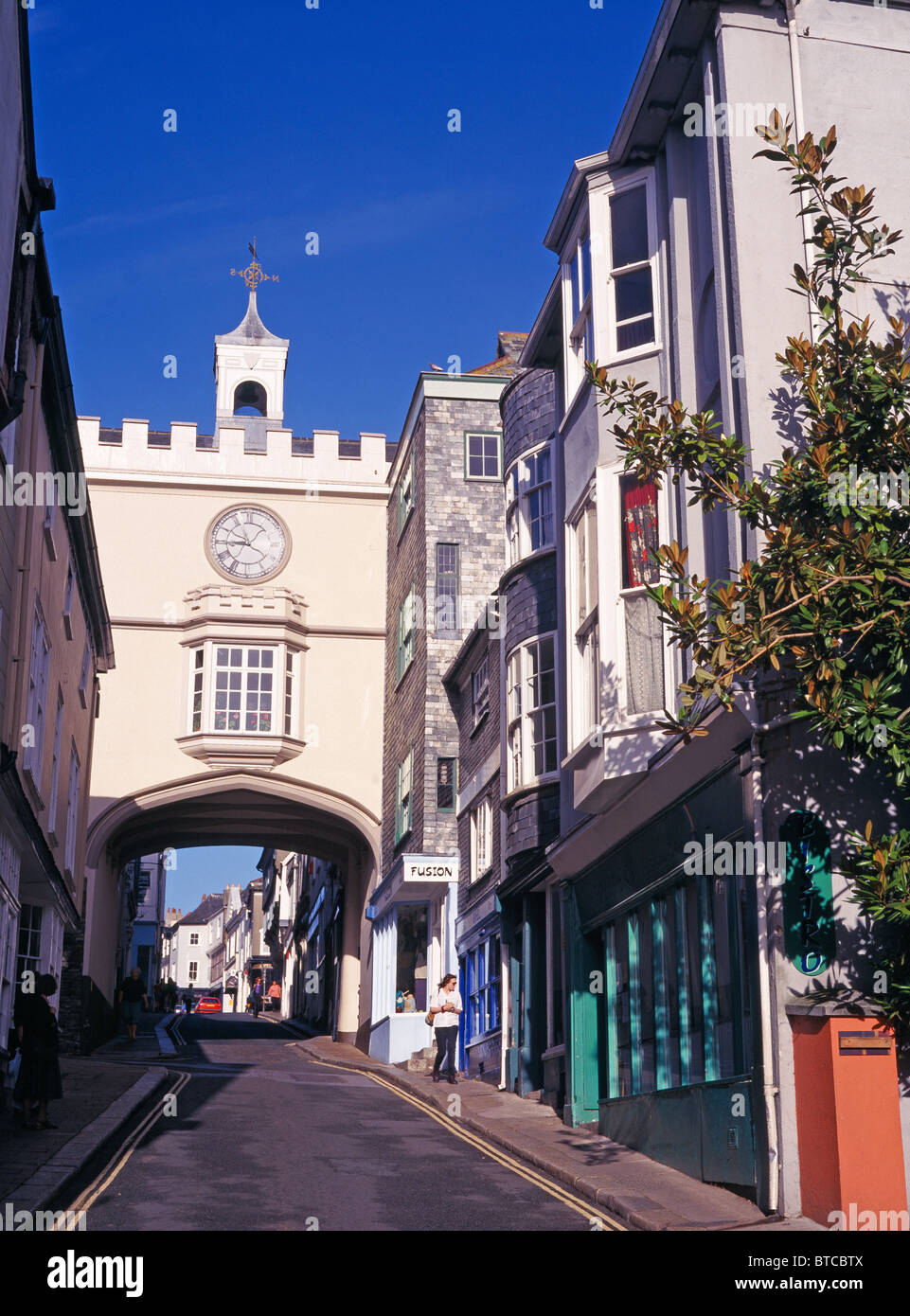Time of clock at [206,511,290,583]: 8:56
